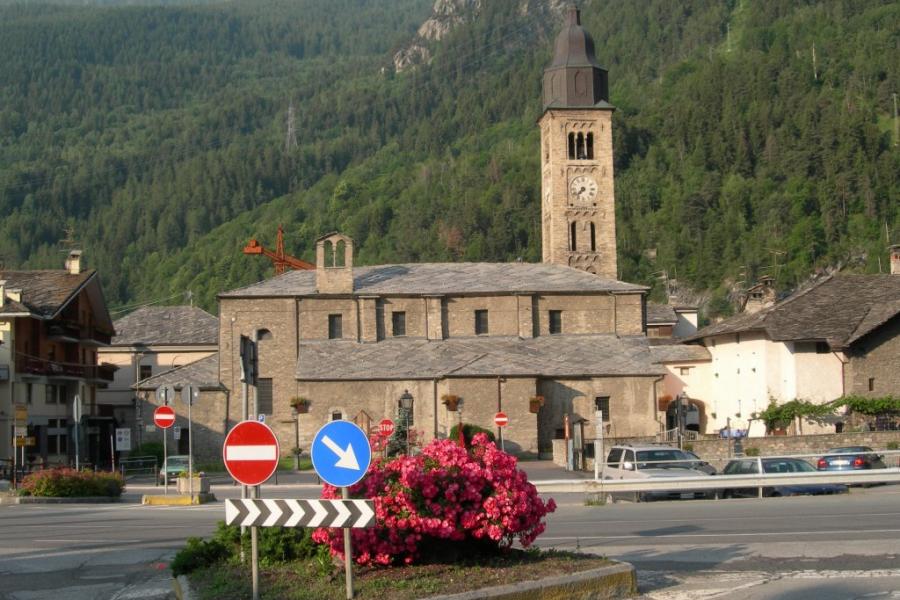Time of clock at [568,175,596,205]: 7:37
